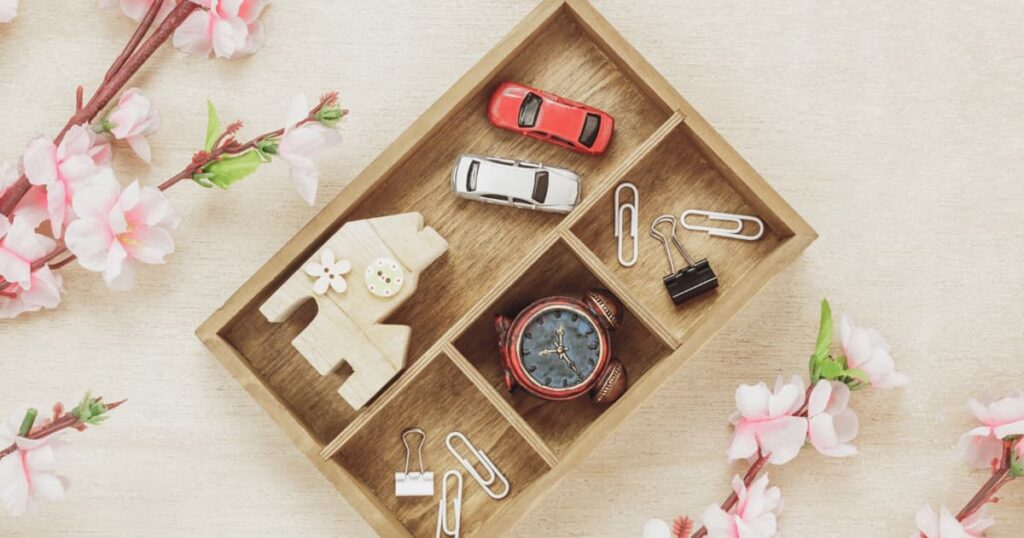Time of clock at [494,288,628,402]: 12:24
